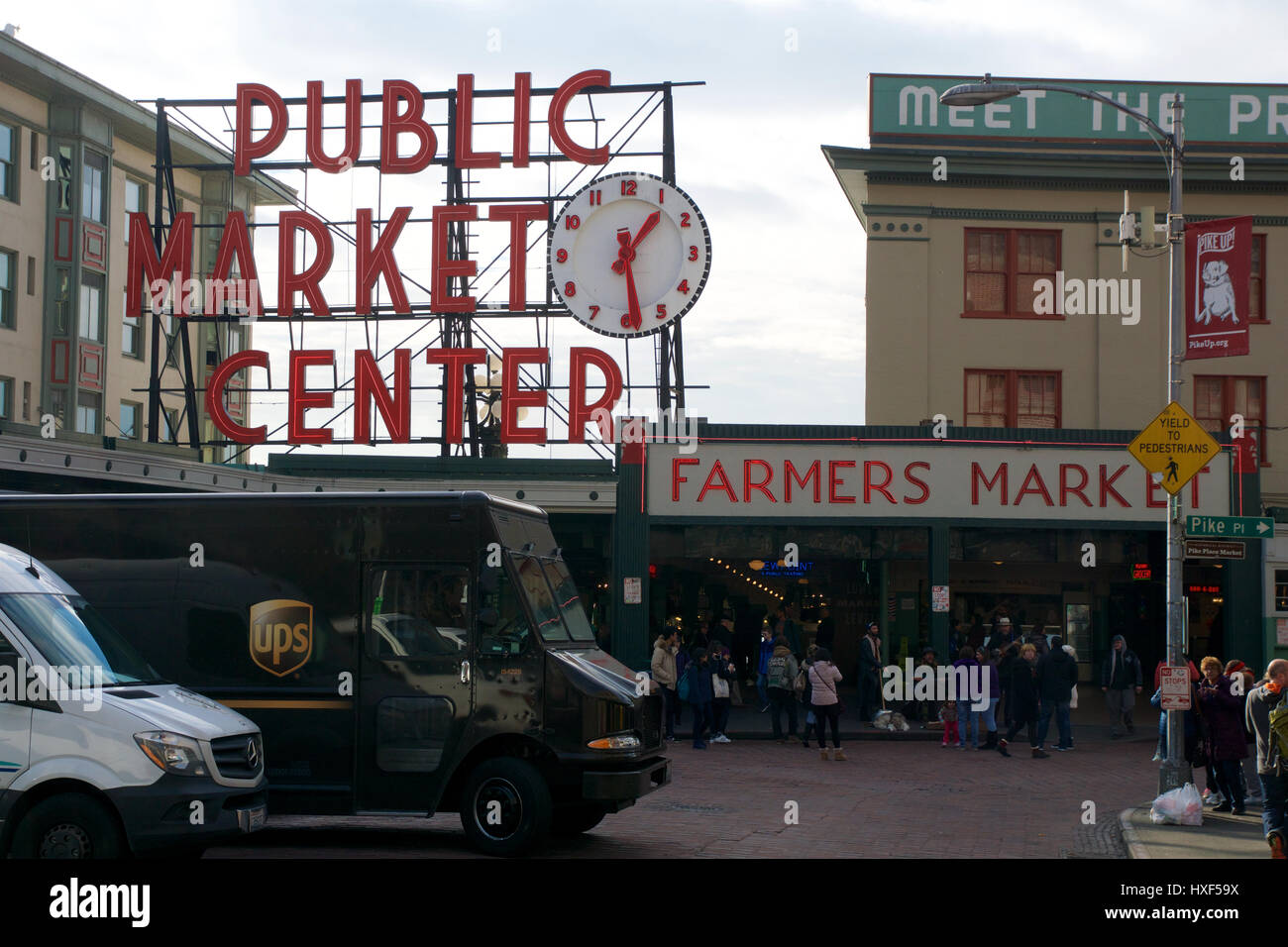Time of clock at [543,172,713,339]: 1:28
